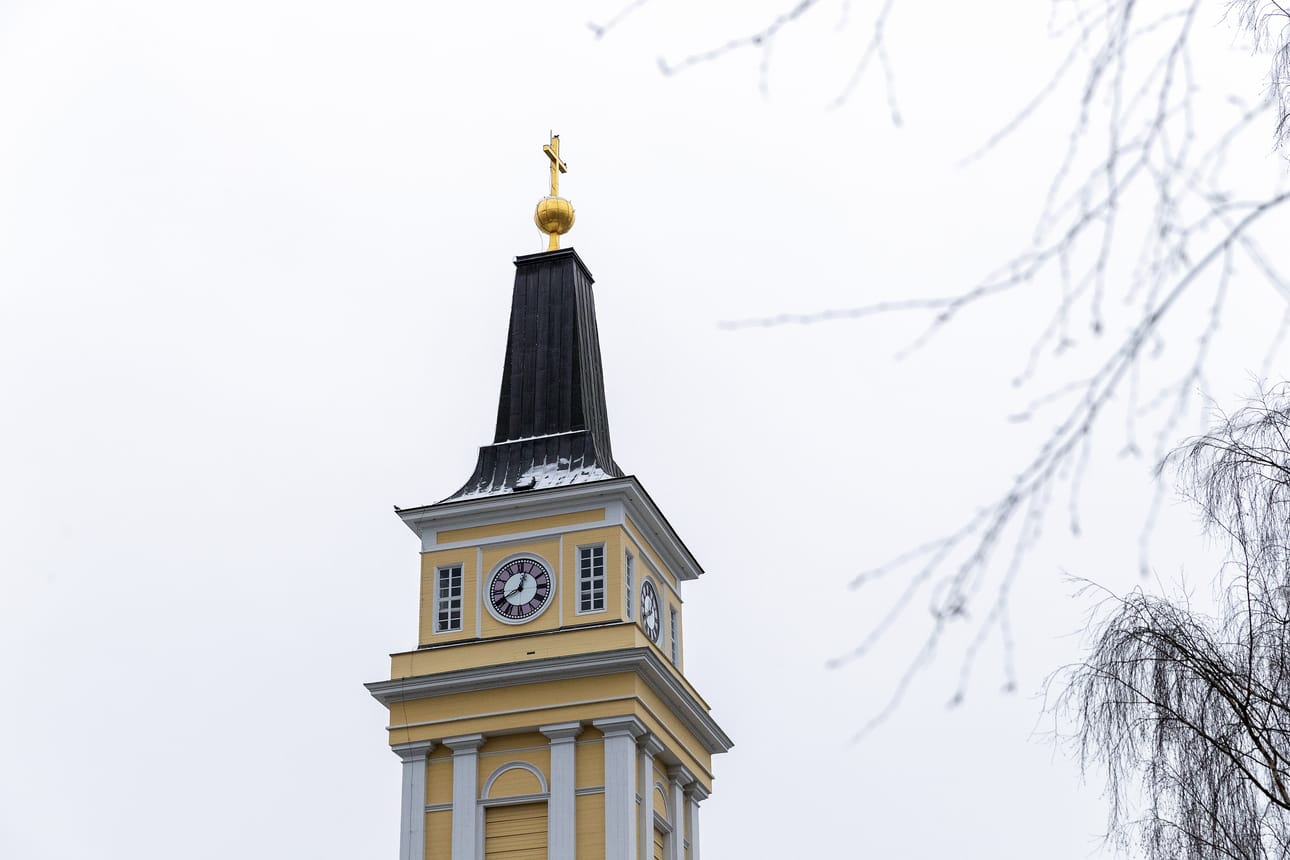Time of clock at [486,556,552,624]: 12:40
